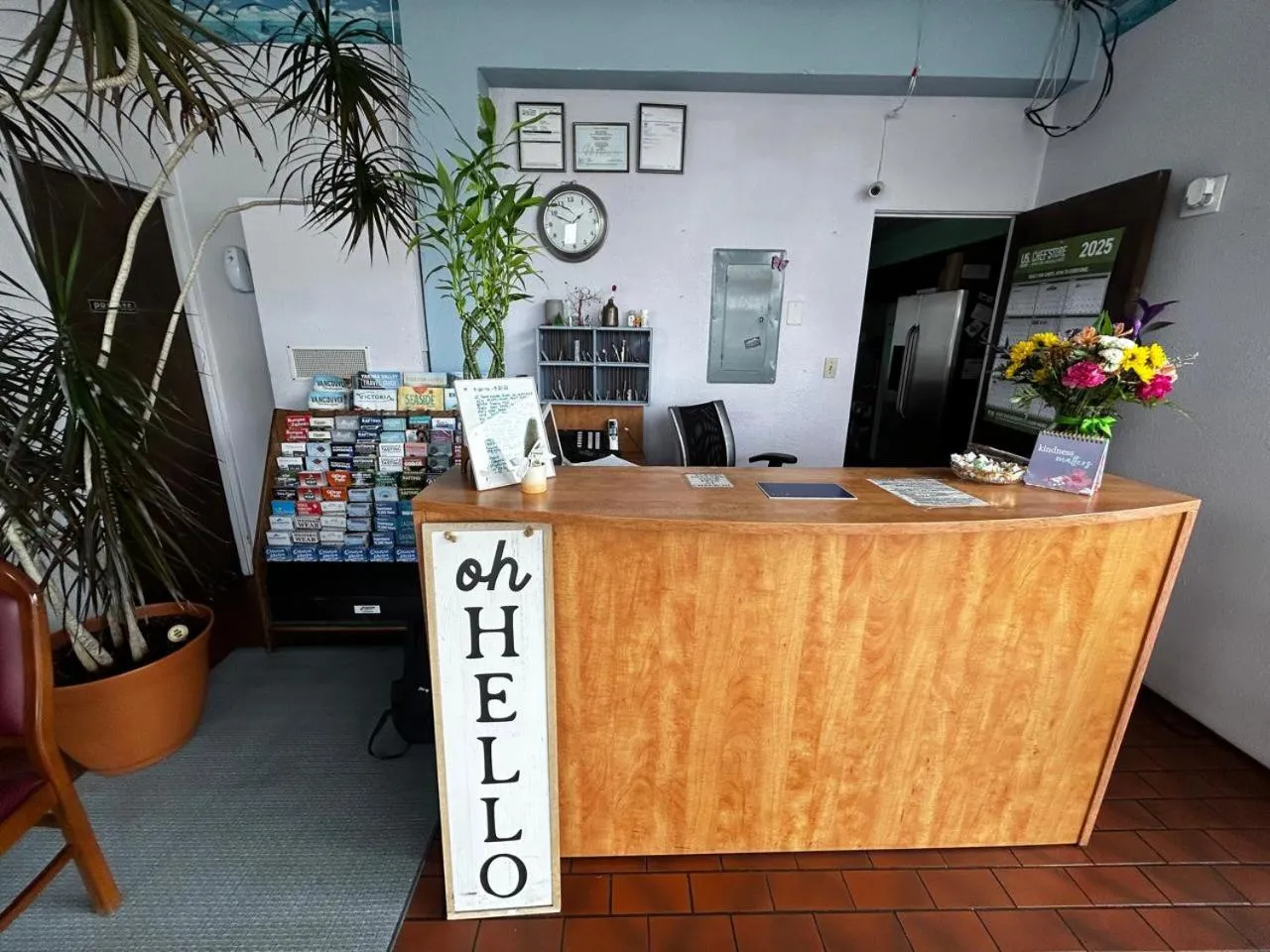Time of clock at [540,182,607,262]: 1:49
